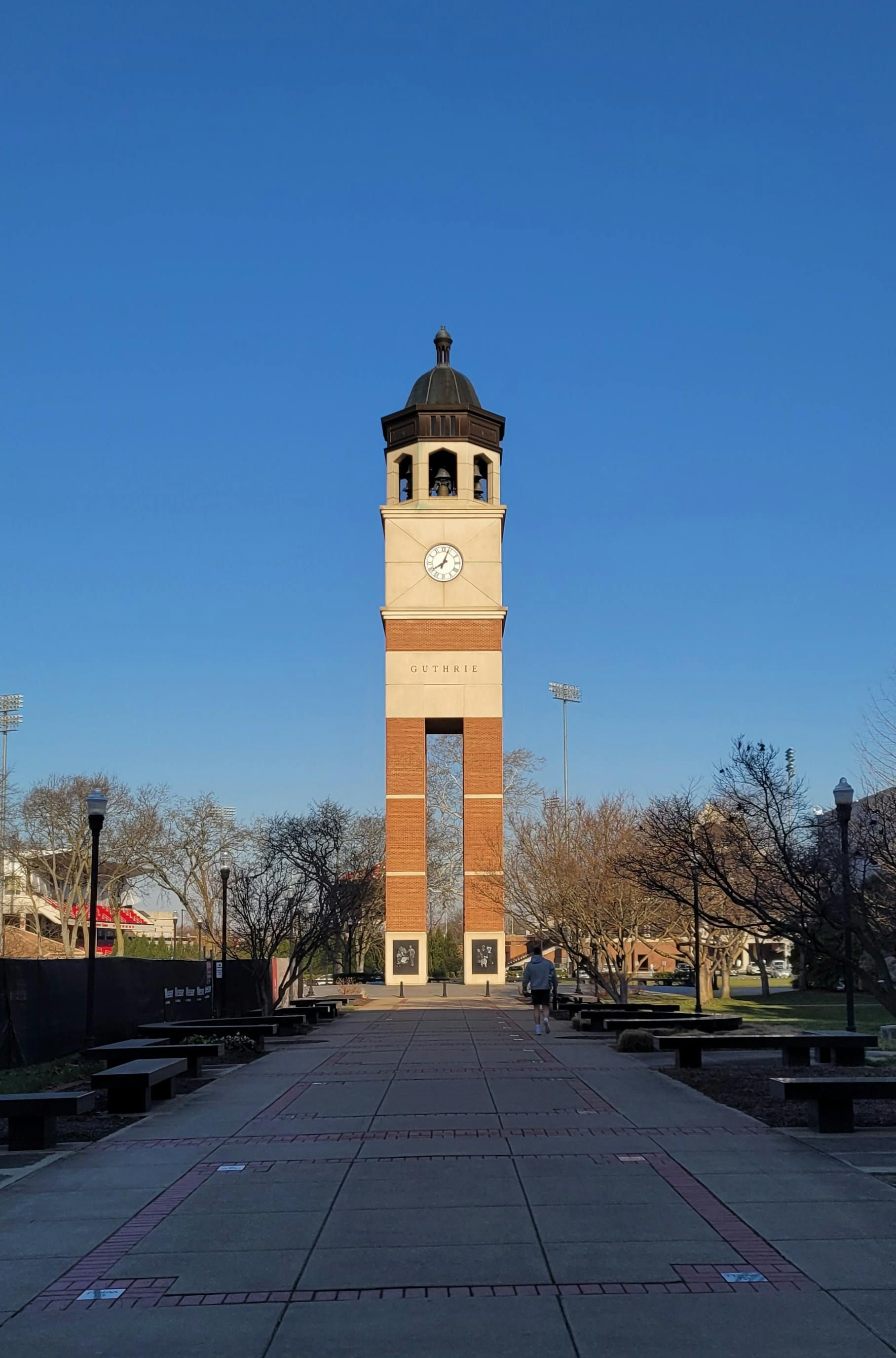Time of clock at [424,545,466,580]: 8:03
